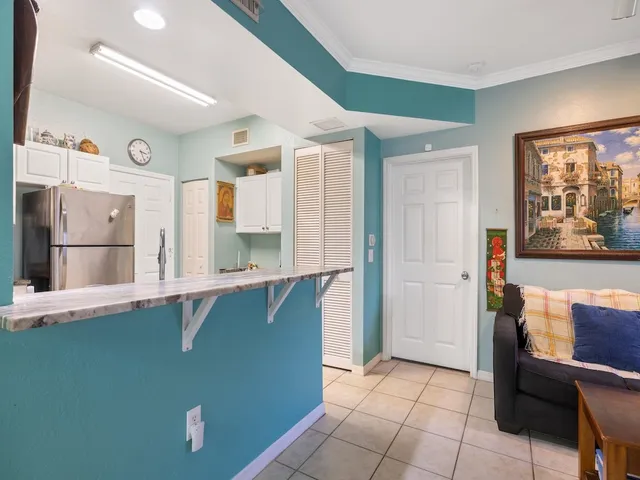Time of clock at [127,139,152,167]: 3:26
